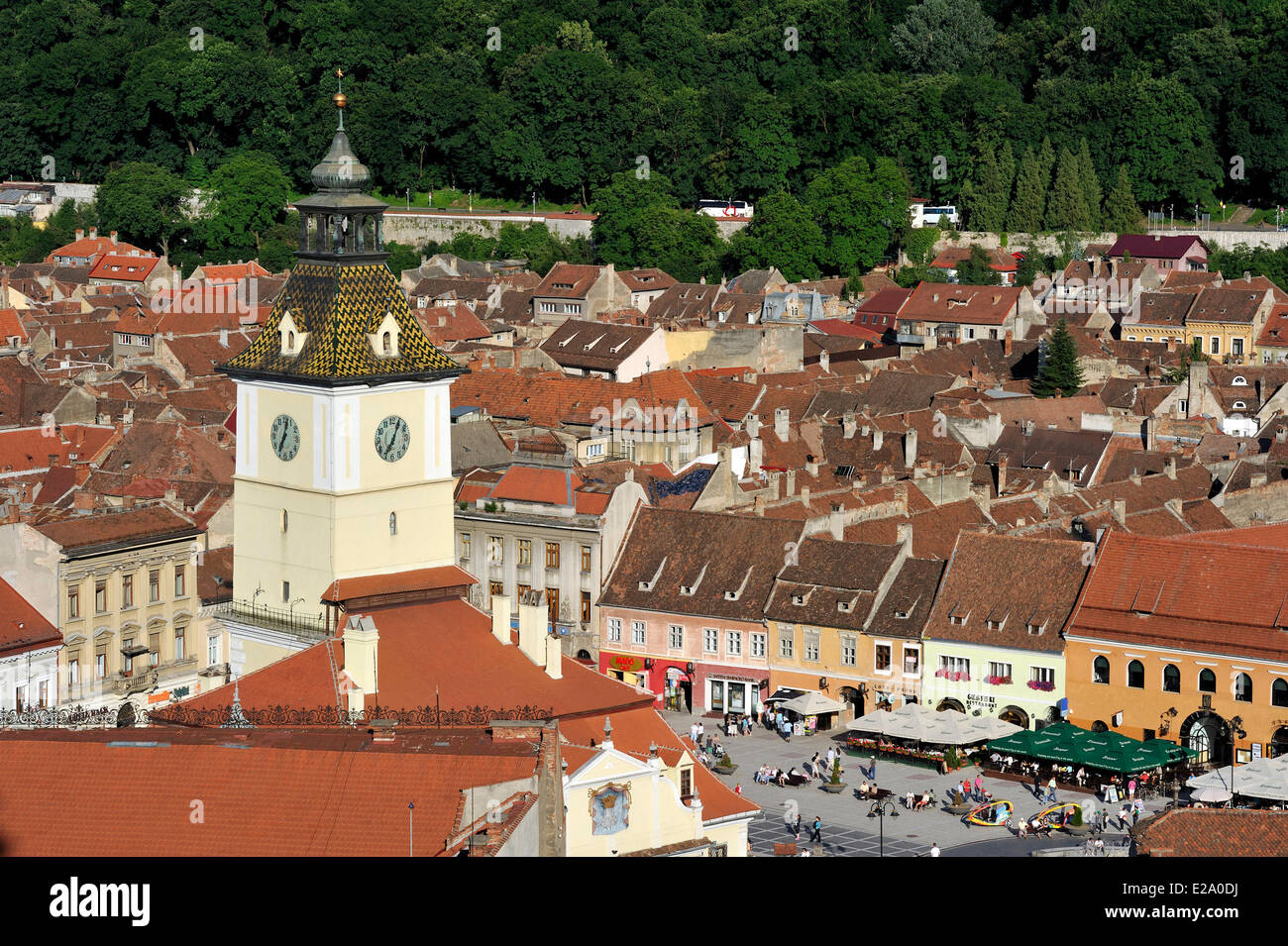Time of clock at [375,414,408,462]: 7:04
